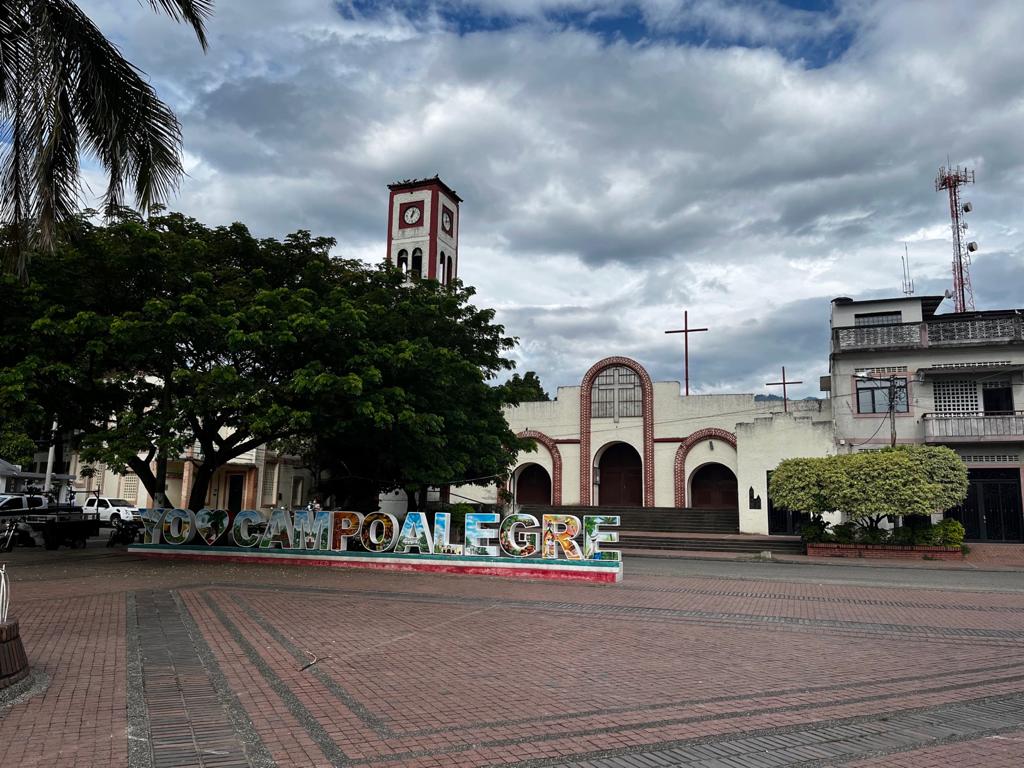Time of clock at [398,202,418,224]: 1:02
